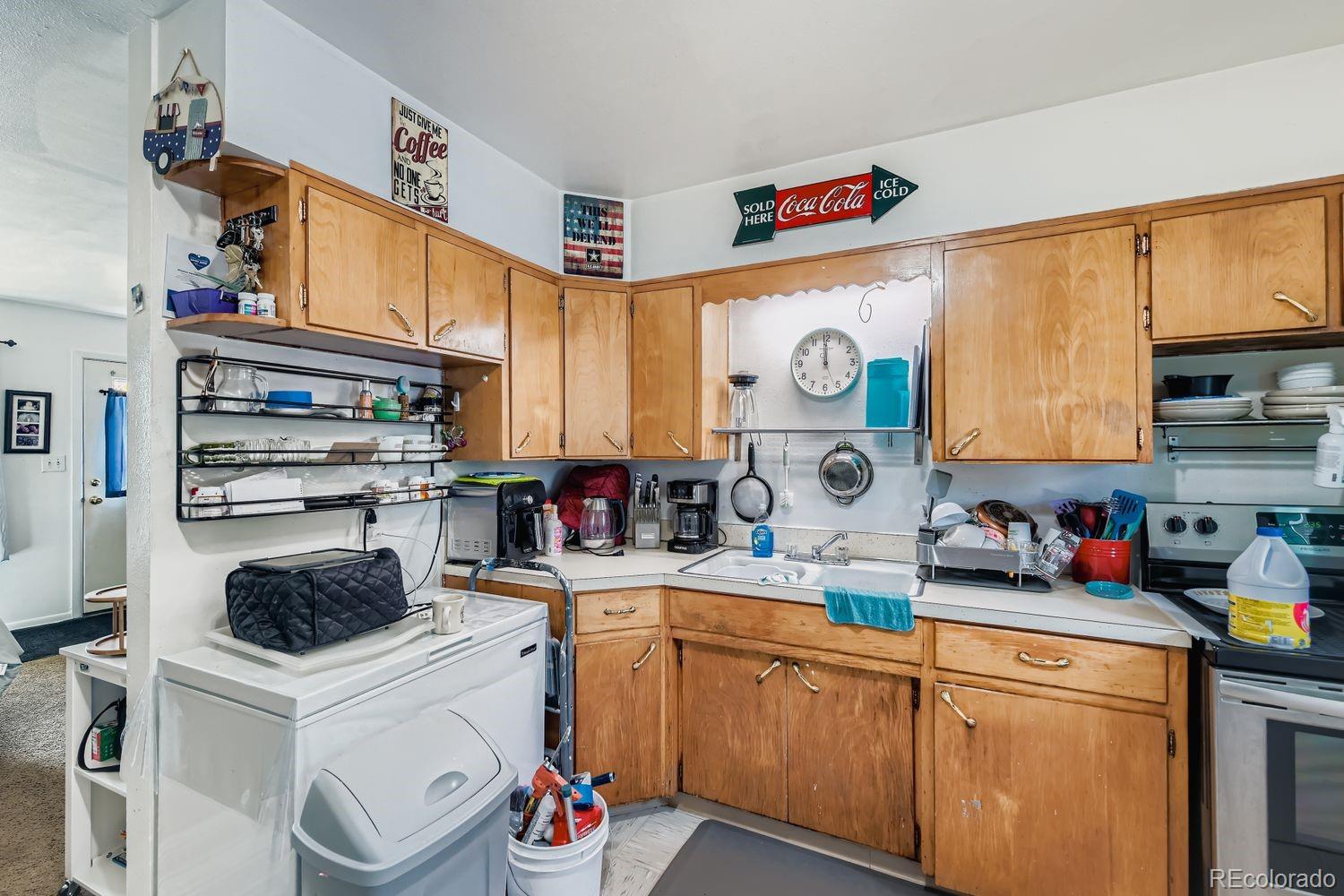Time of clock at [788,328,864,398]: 11:59
